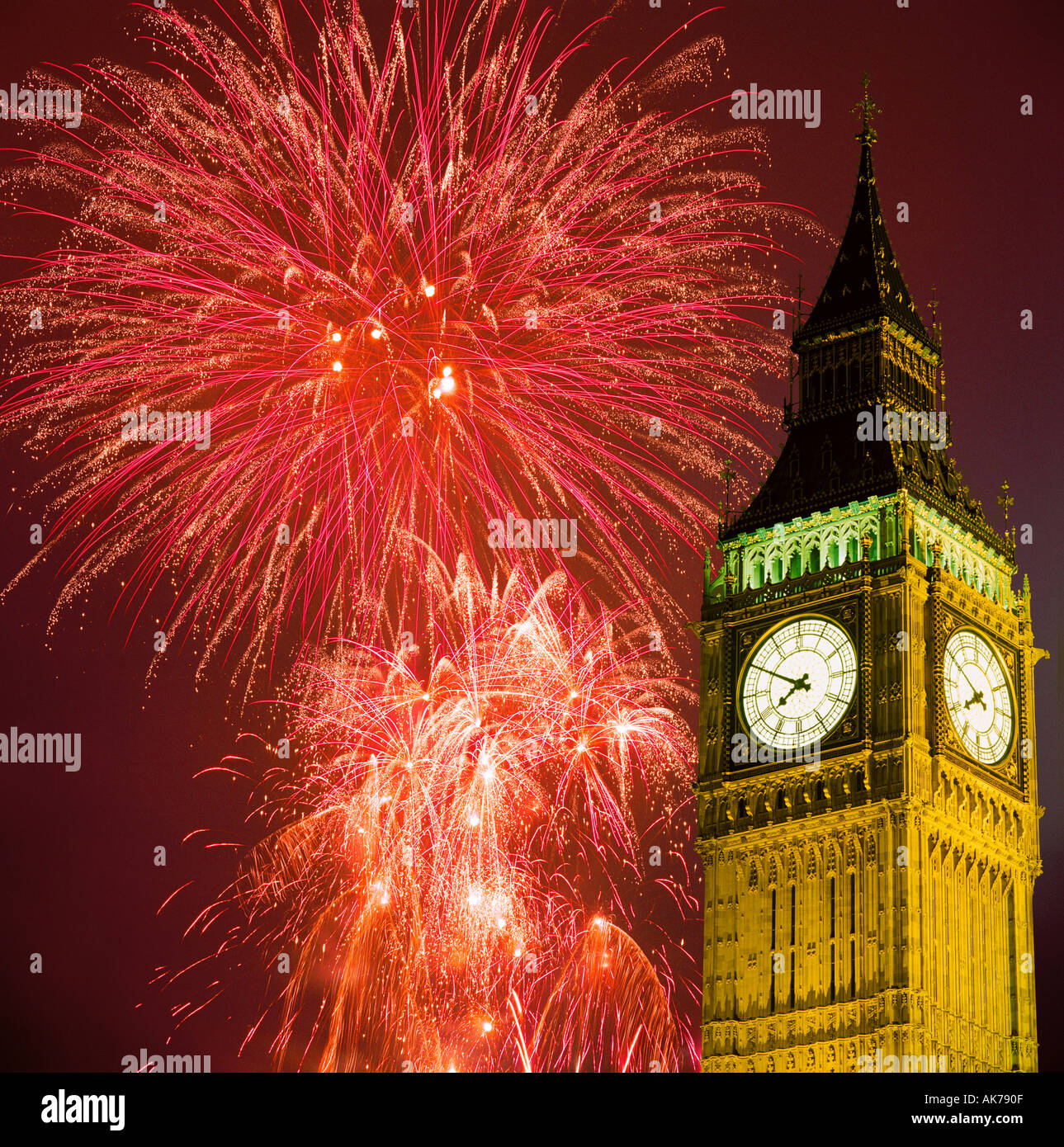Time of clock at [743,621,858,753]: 7:49
